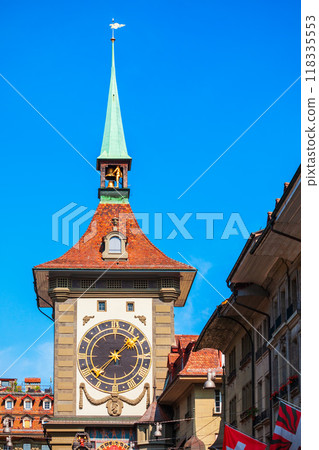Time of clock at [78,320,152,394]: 1:37
